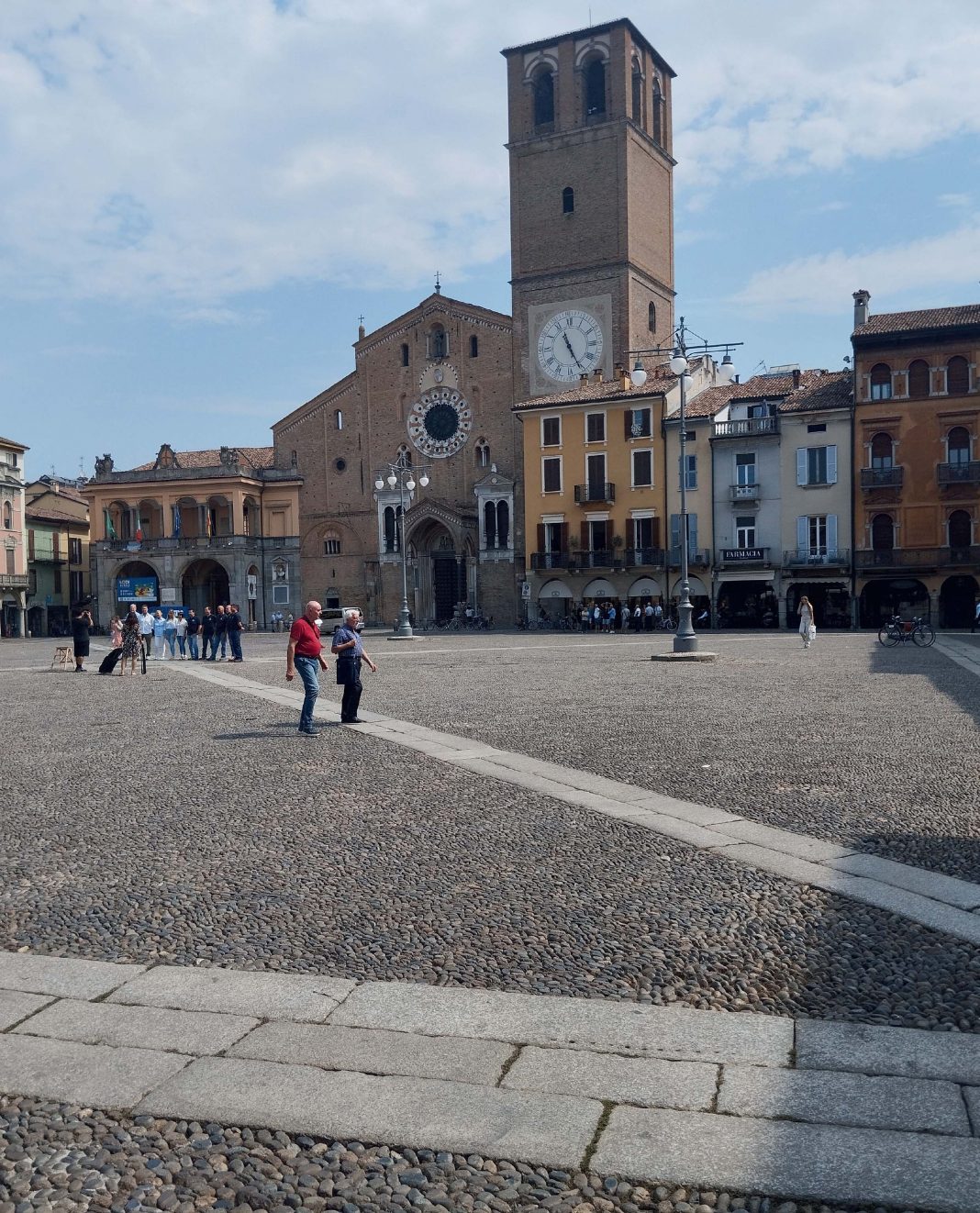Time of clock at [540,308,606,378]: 11:25
